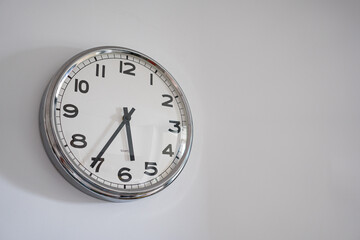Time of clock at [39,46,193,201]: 5:35
